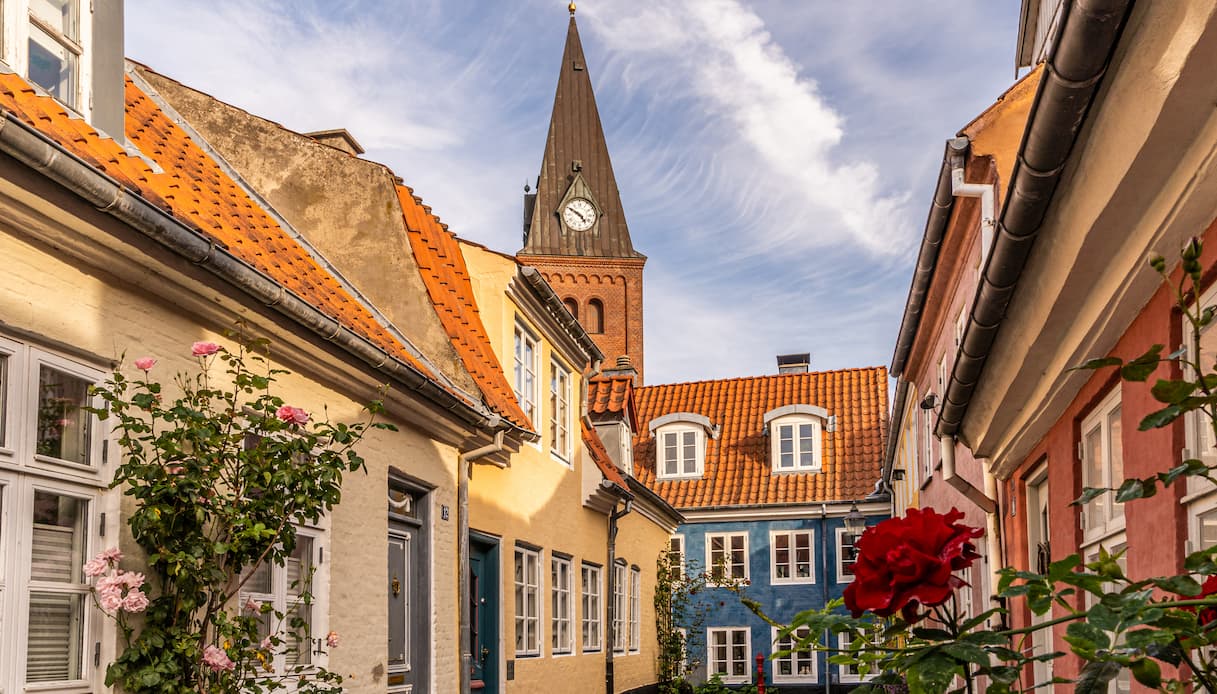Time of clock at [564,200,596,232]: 4:50
